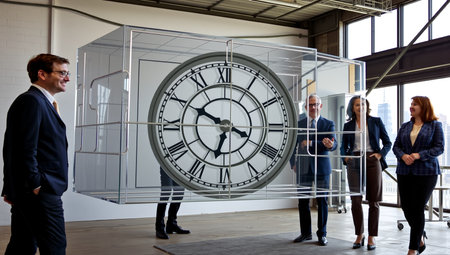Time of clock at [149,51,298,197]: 6:49
